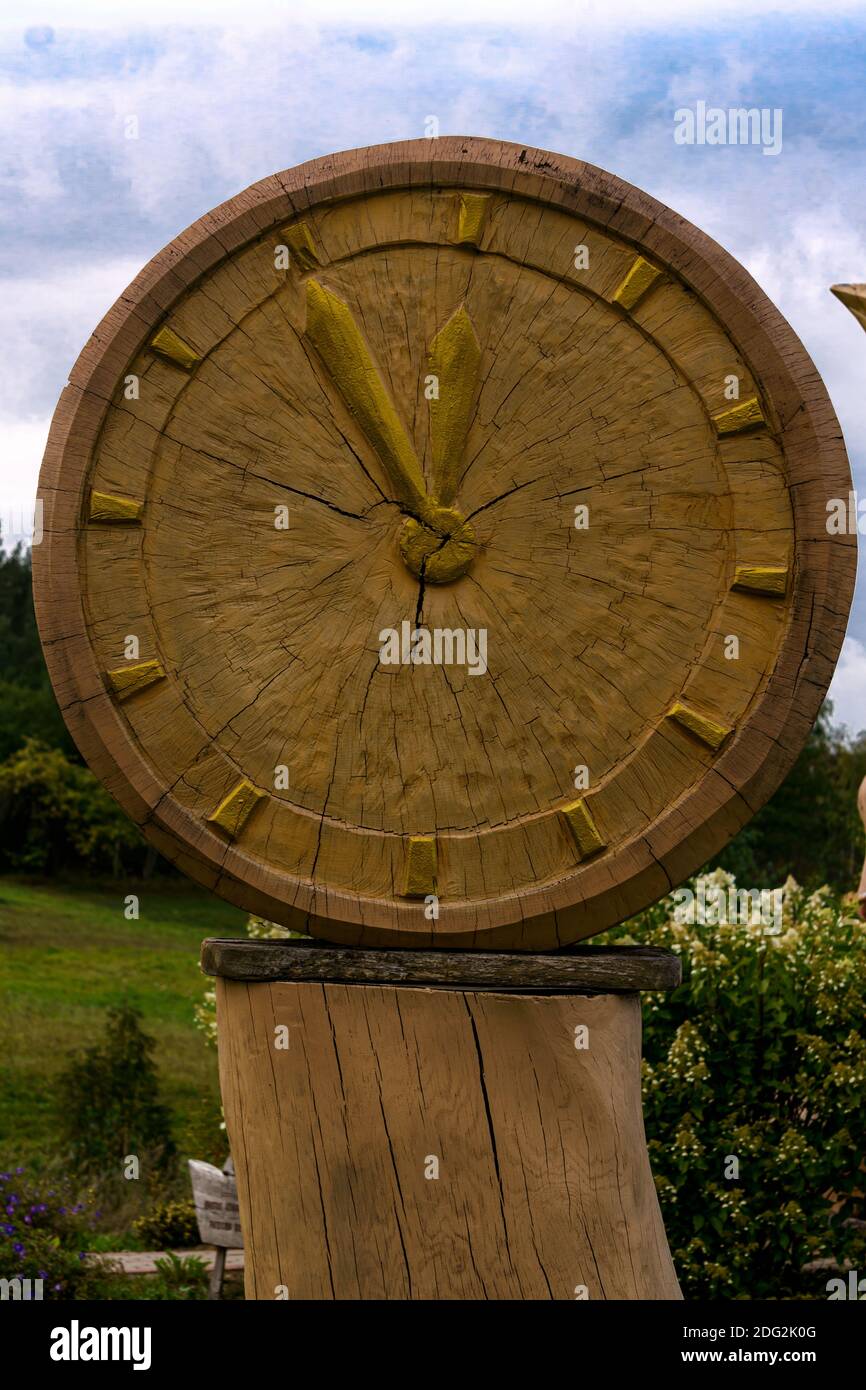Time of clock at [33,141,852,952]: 11:01
